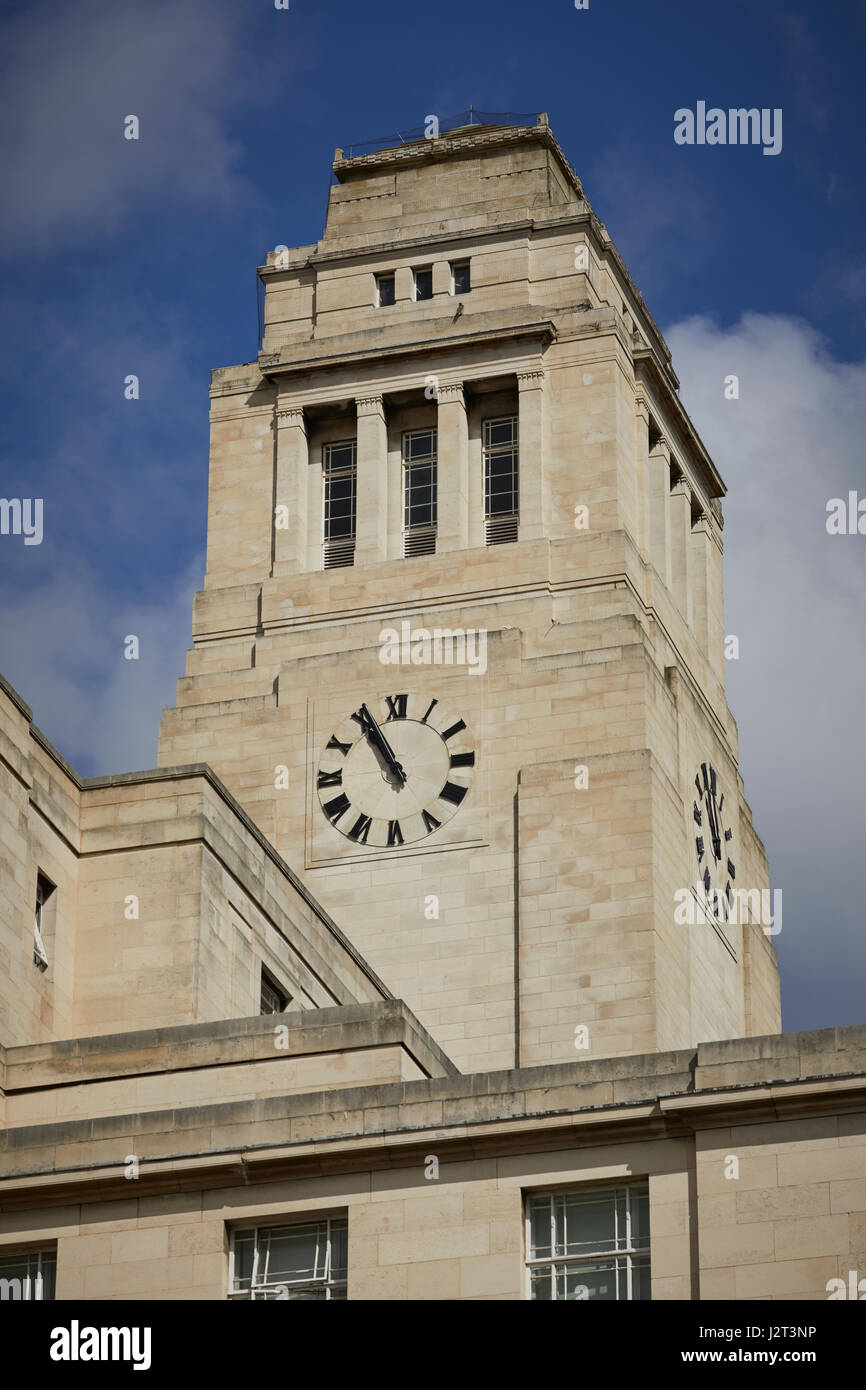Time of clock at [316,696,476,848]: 10:55
